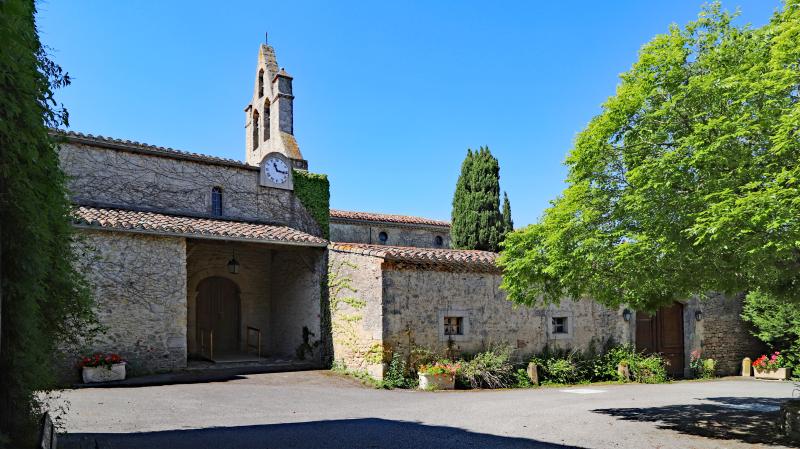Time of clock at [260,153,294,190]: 11:16
